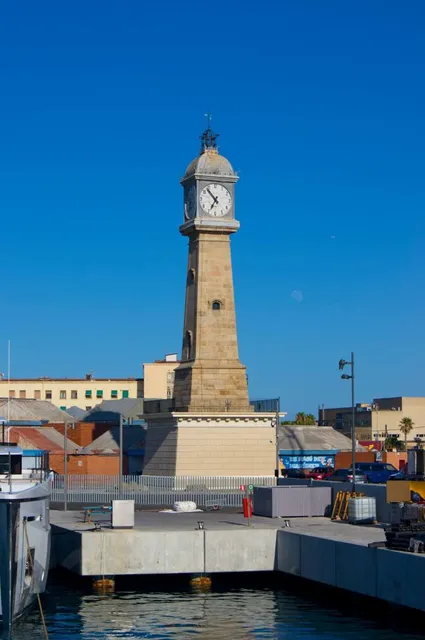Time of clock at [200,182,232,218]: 6:53
